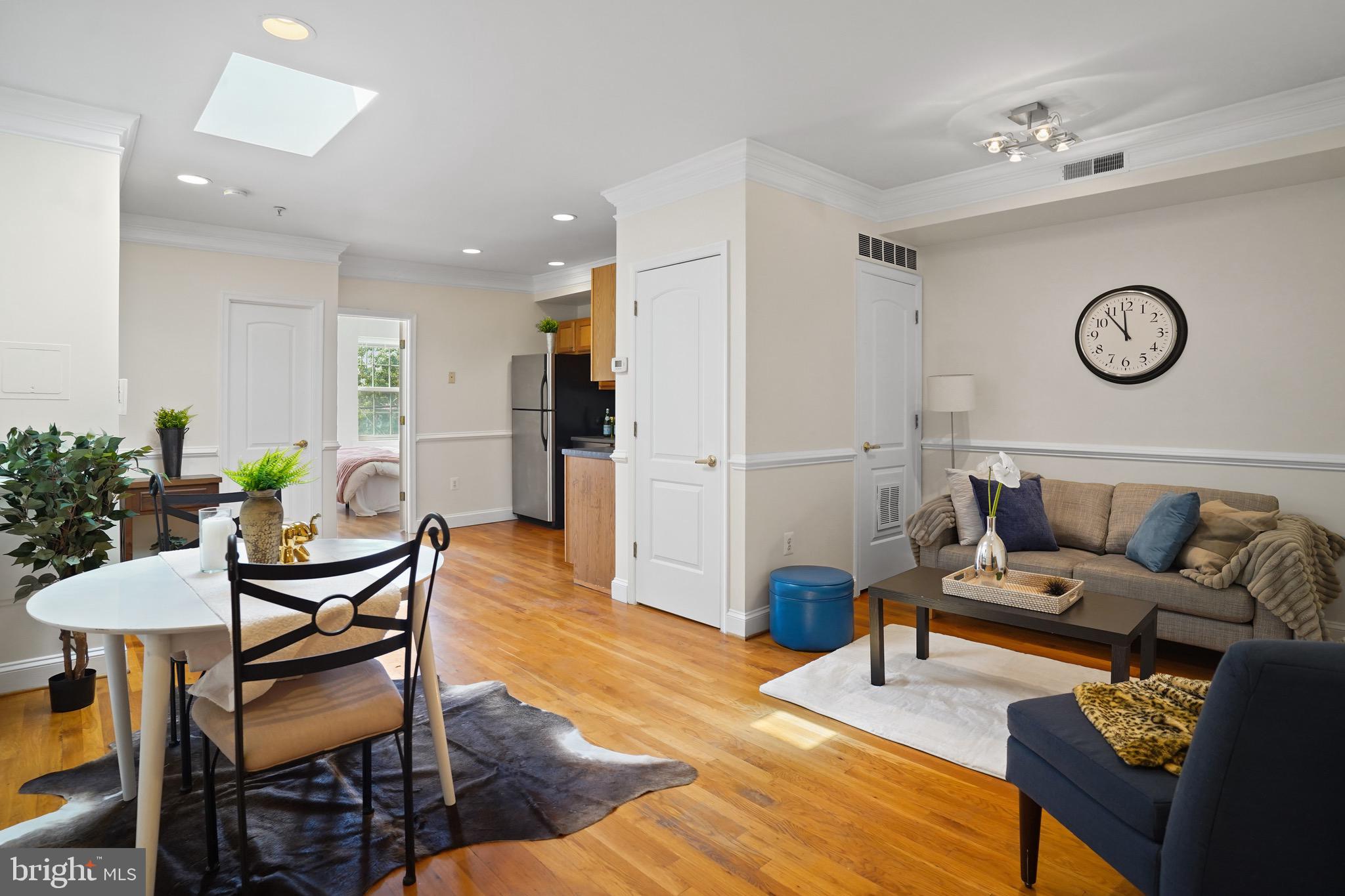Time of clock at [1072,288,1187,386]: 11:53
